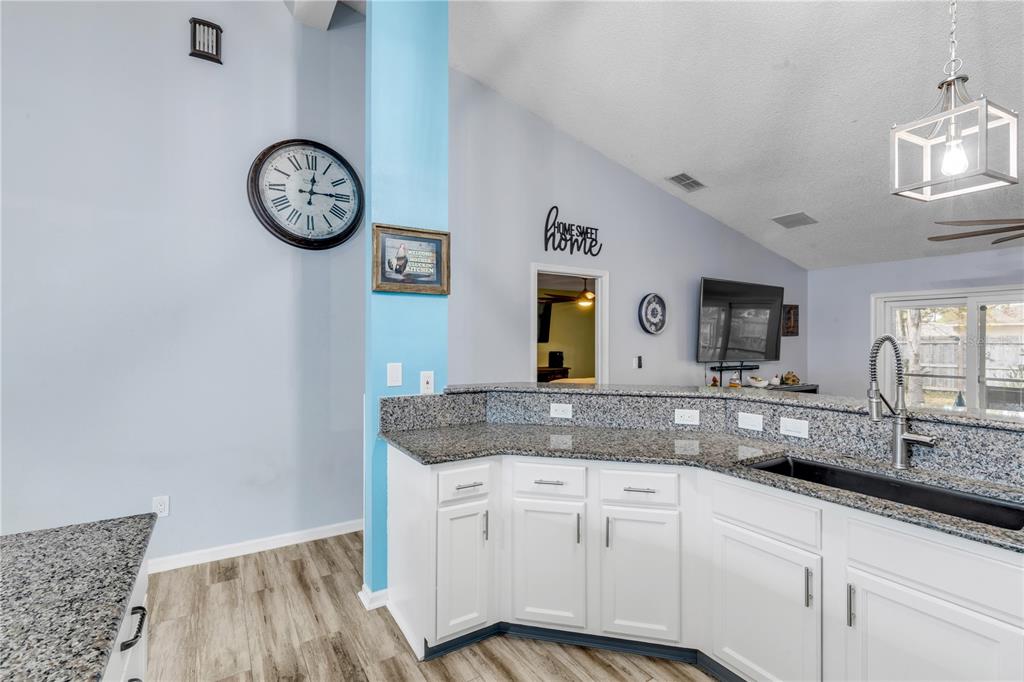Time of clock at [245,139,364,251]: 12:14
